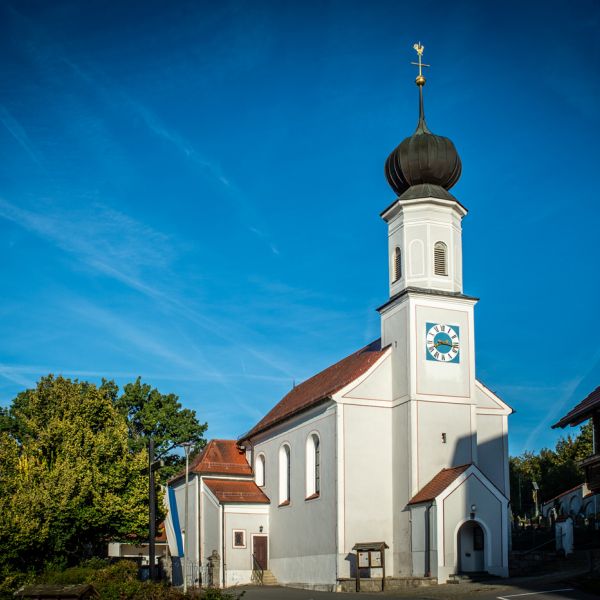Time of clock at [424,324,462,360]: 8:16
